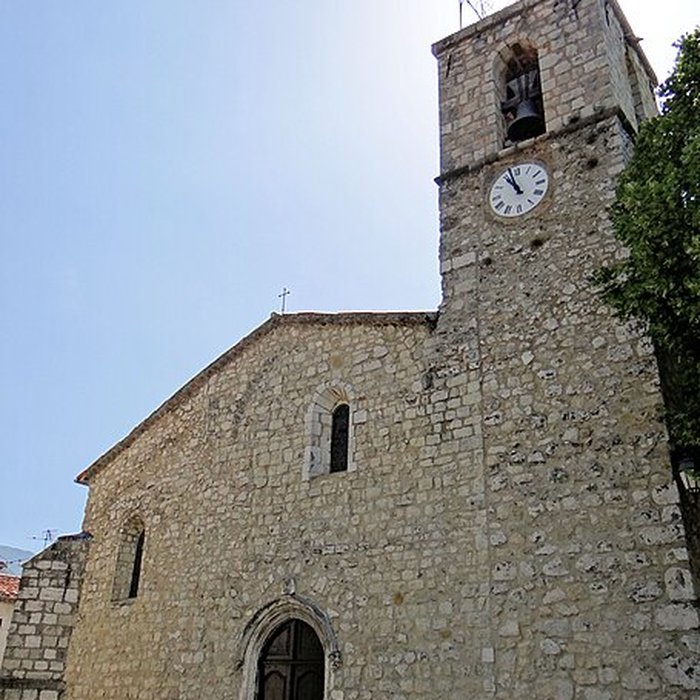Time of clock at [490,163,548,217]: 10:57
